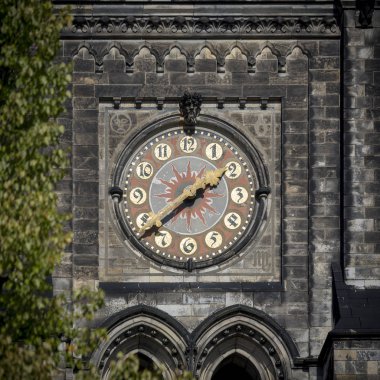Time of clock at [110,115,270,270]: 1:38
